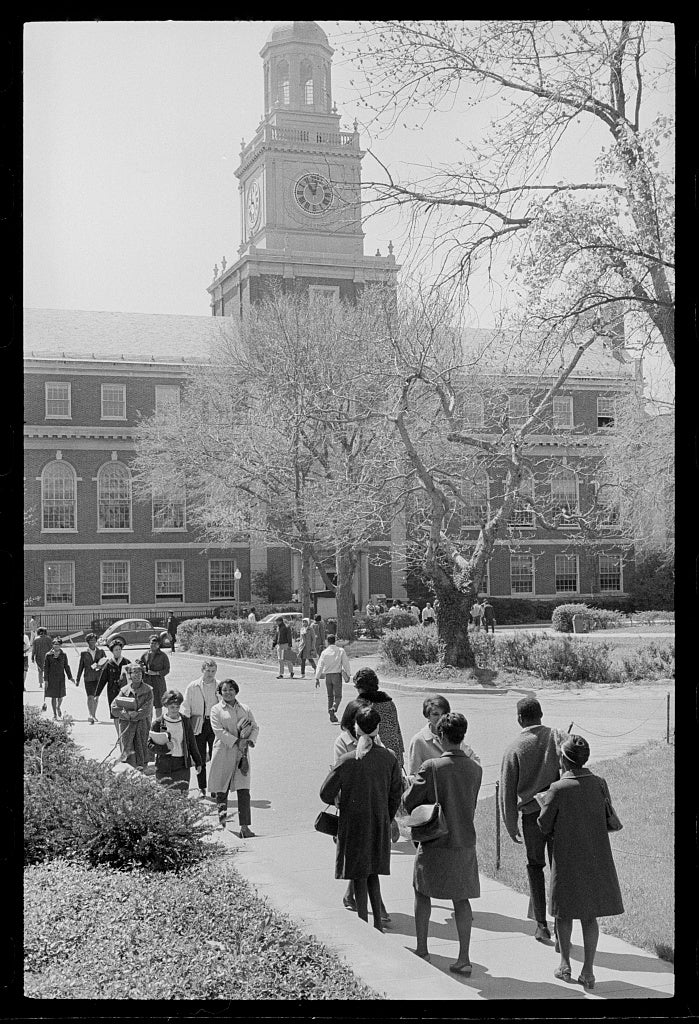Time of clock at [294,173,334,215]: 11:02
